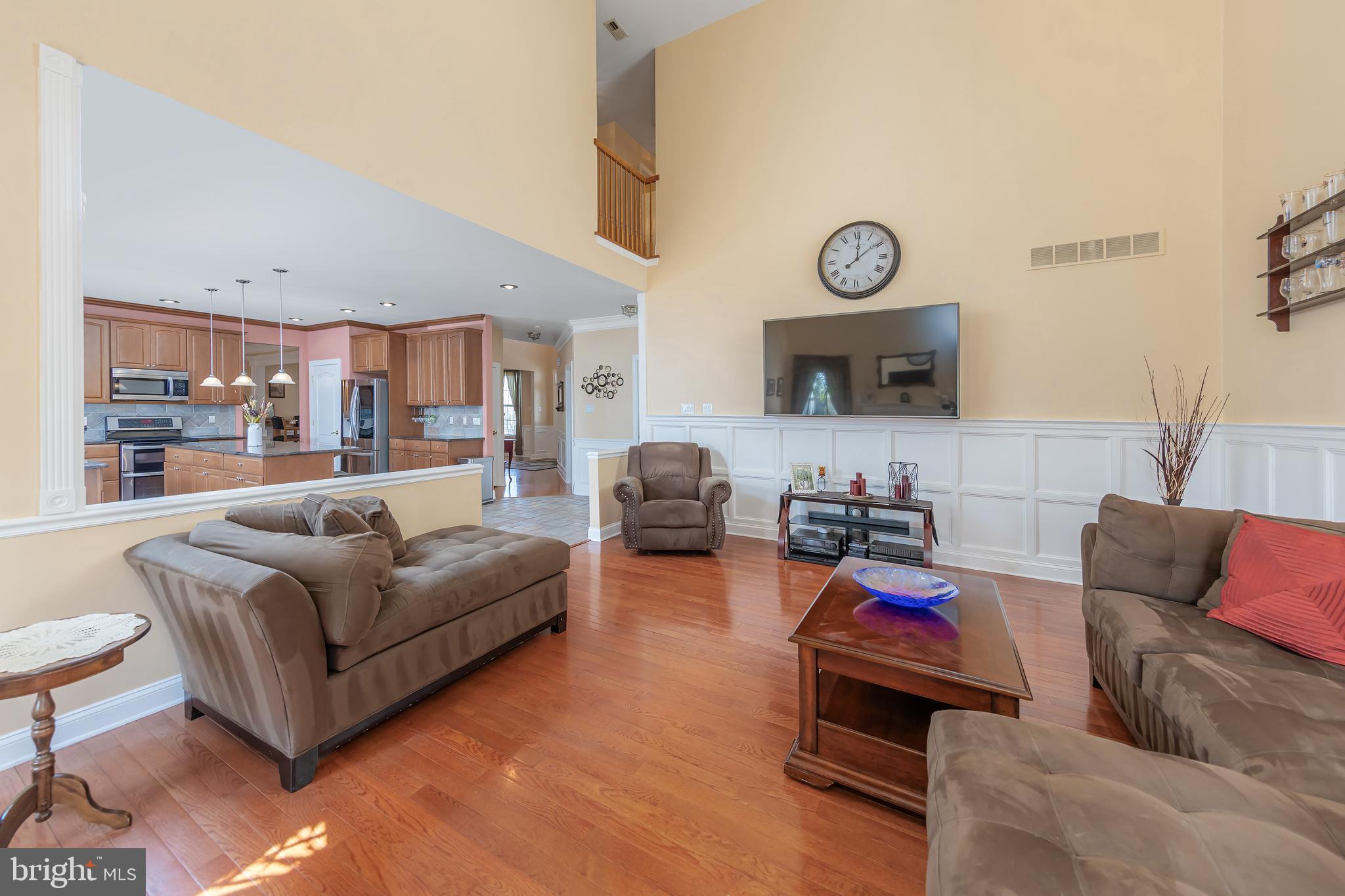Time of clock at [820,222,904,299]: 12:08
